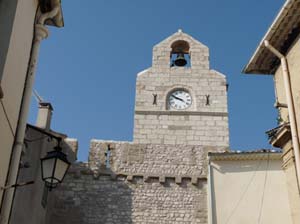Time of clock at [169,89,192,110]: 9:50
